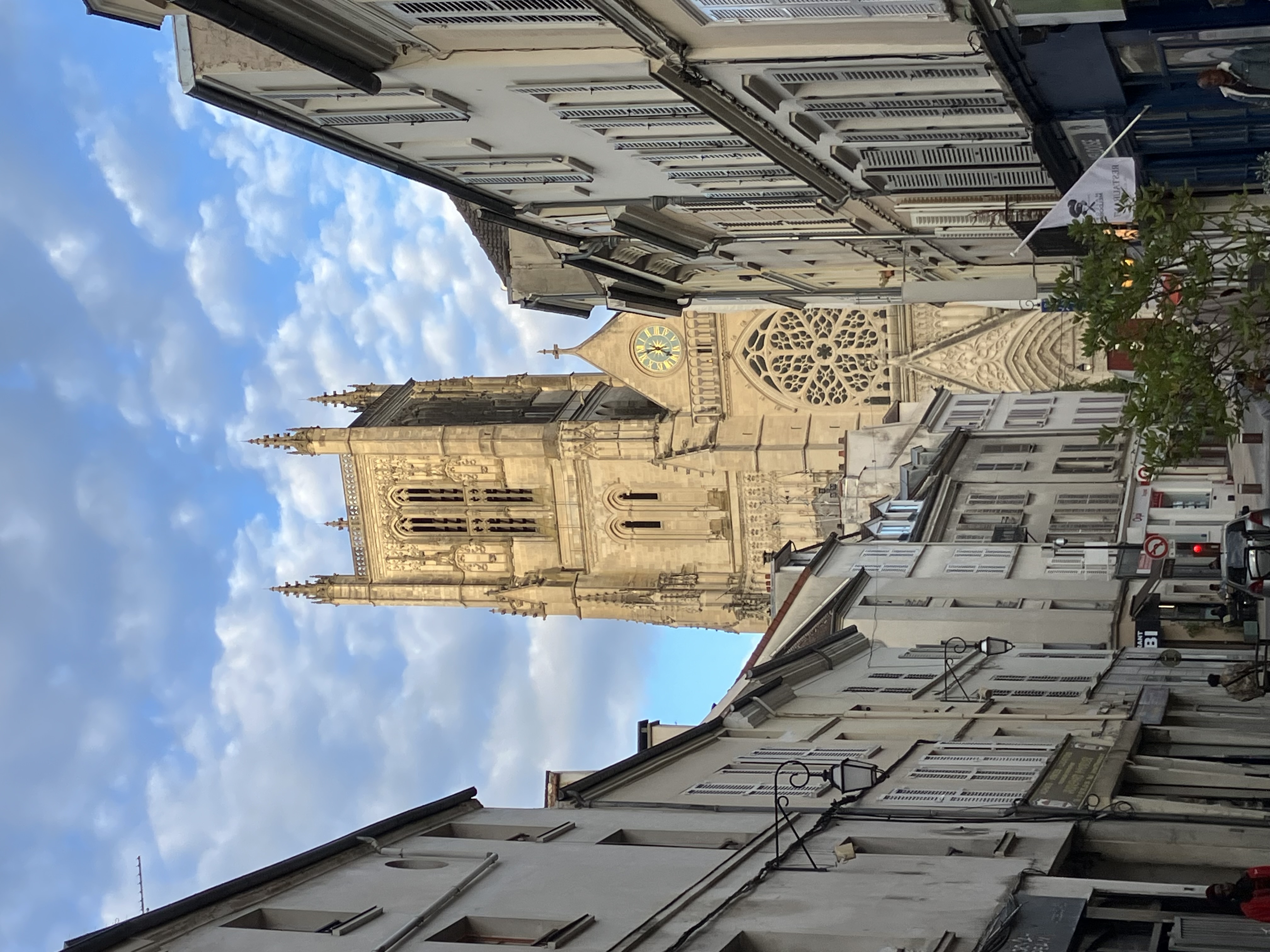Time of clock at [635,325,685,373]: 3:42
